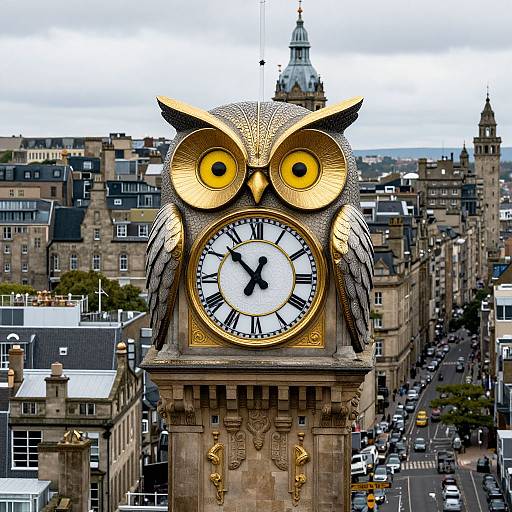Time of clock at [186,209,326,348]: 12:52
